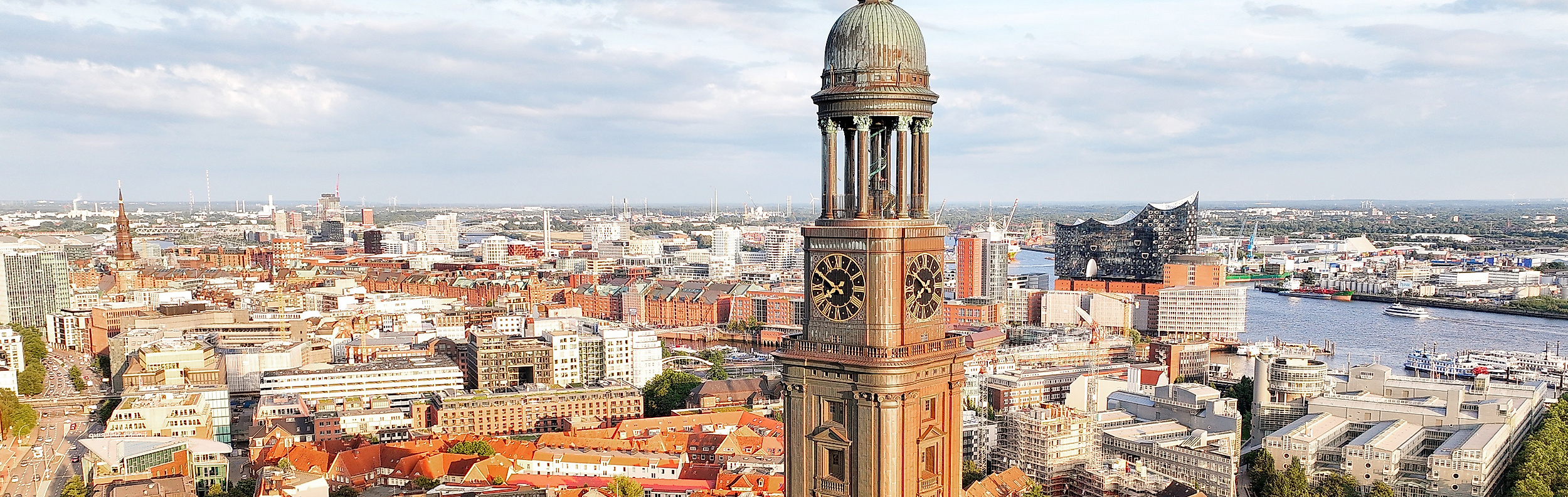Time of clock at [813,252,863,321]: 7:49
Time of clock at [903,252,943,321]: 7:49
